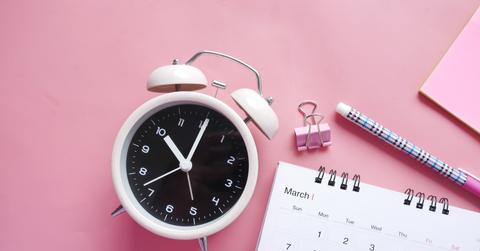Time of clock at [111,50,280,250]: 11:05
